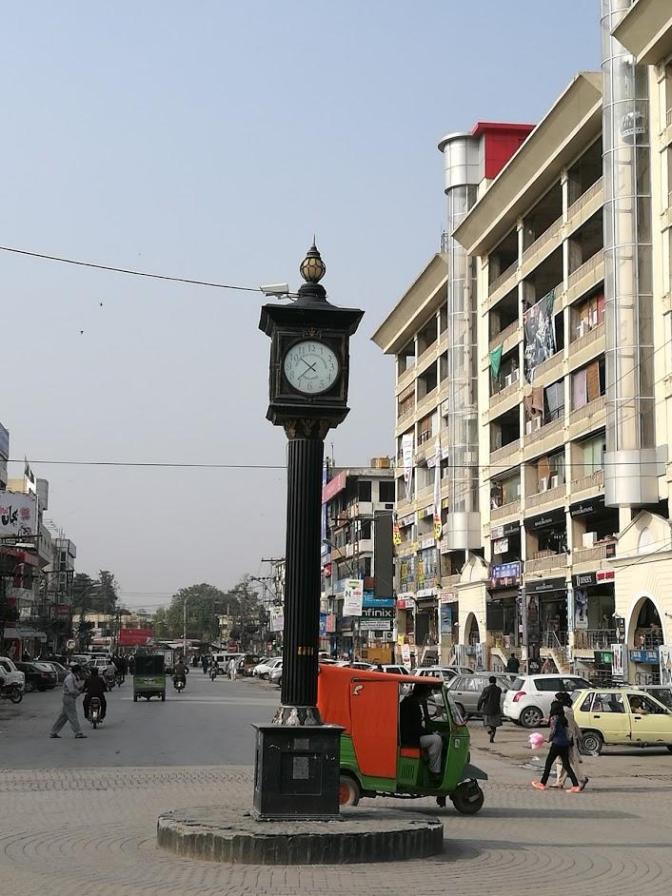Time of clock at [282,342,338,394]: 10:37
